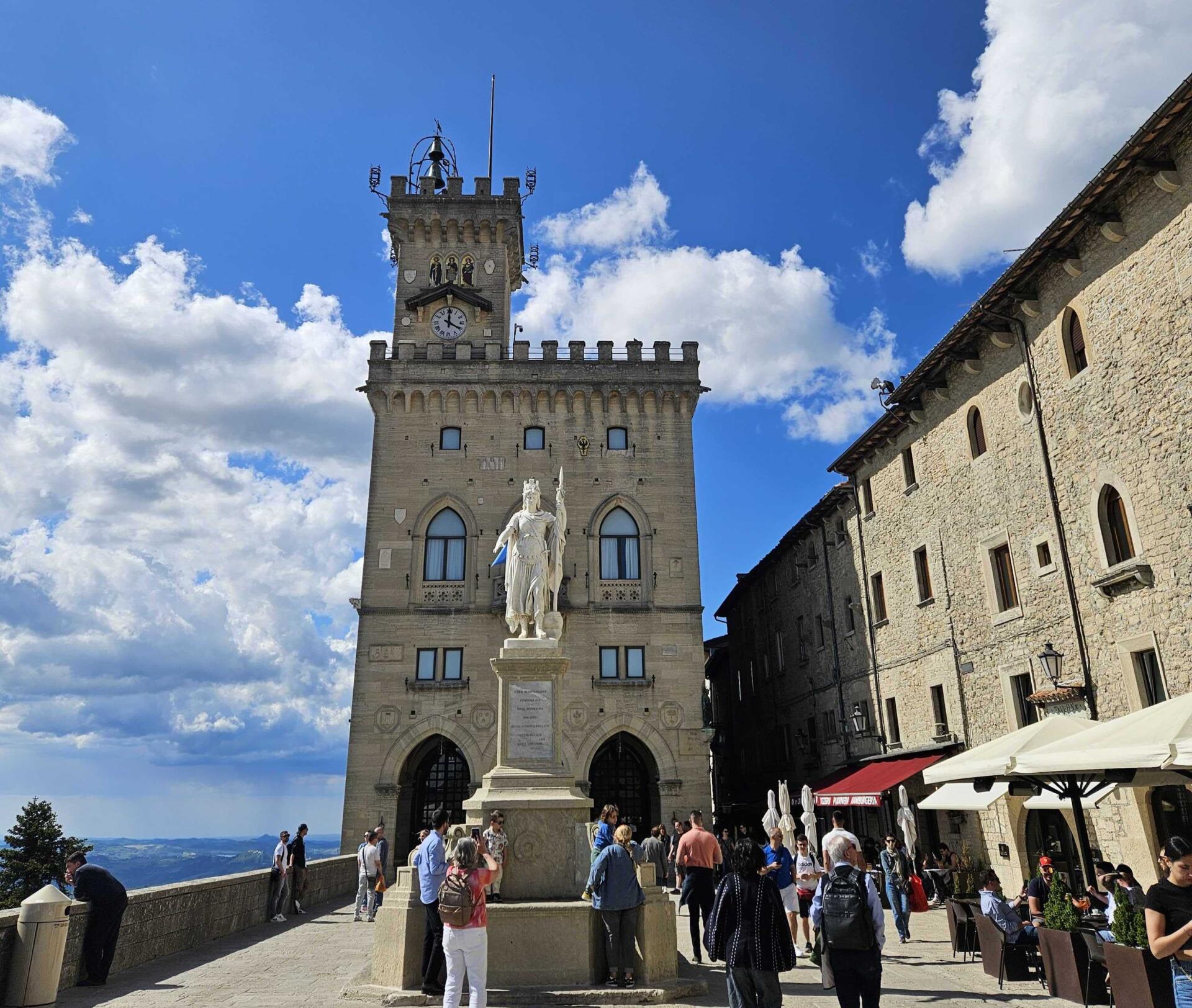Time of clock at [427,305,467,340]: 4:00
